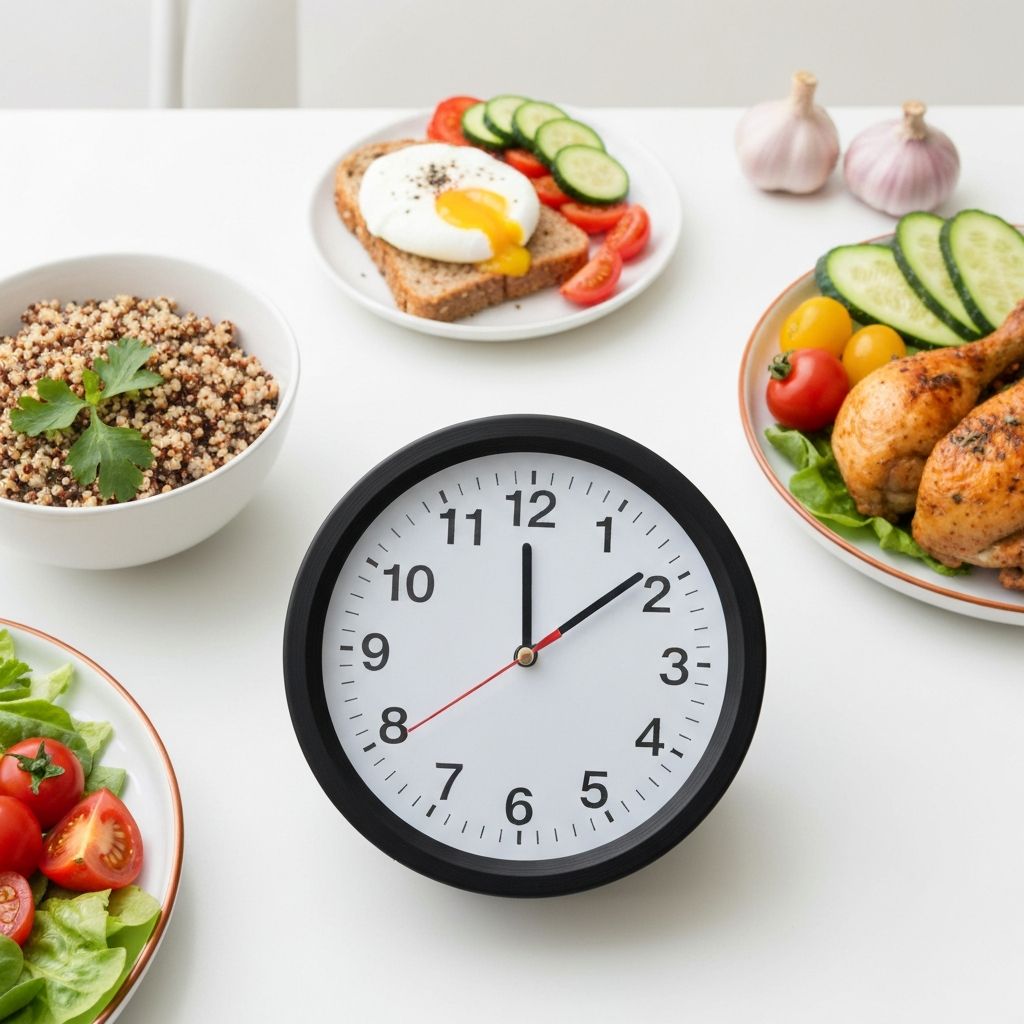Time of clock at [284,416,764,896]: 12:08
